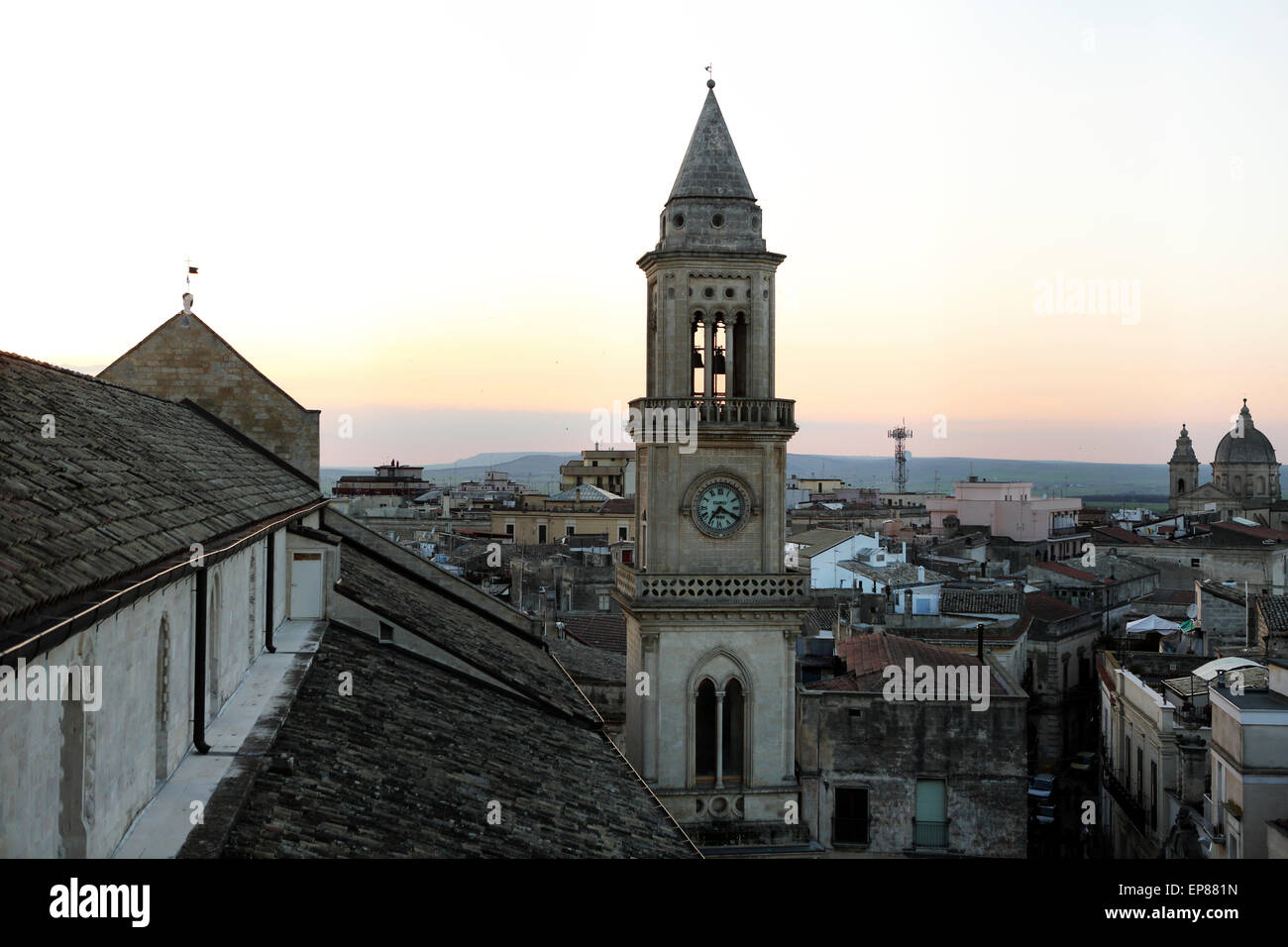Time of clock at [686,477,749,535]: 7:19
